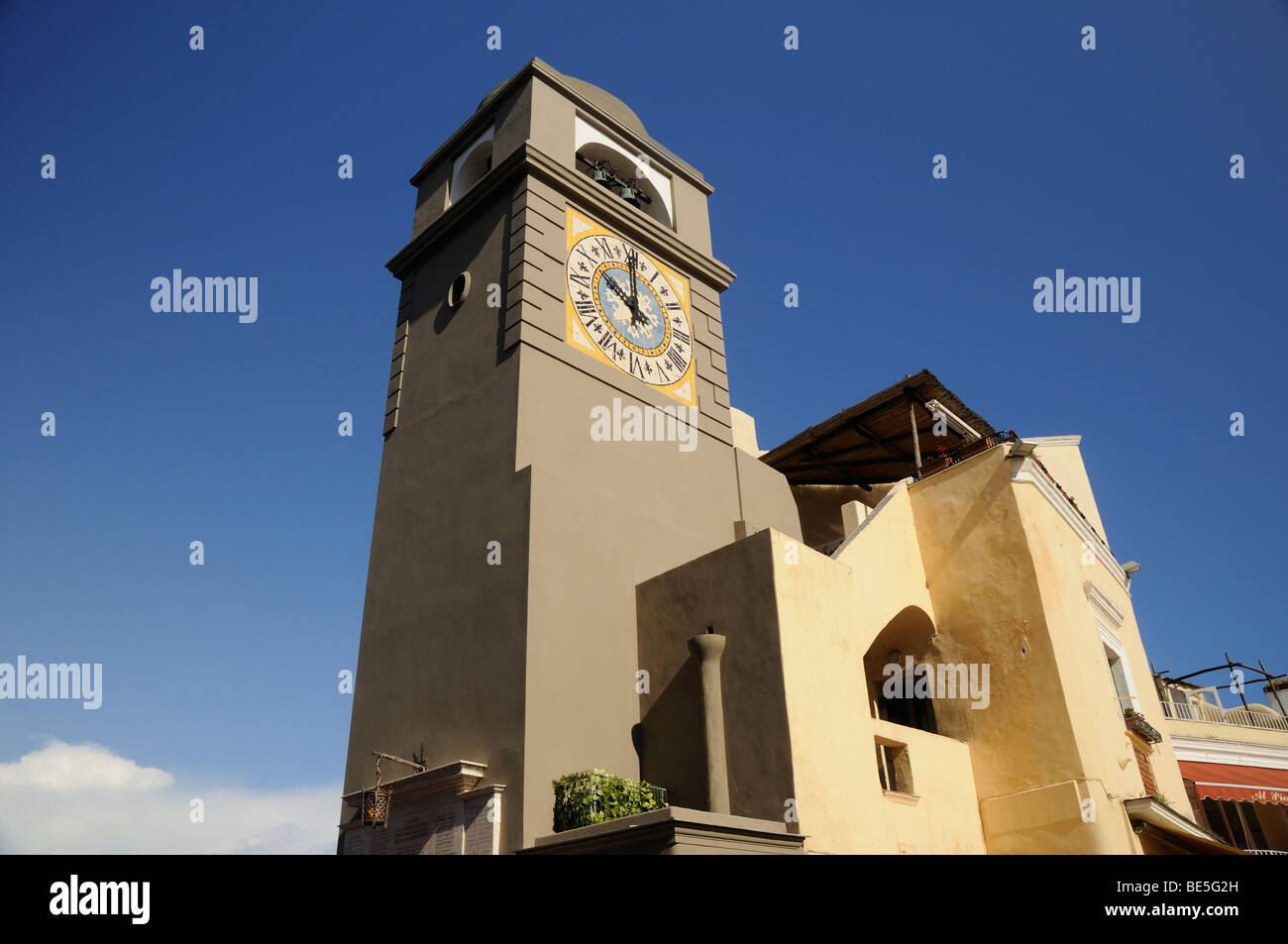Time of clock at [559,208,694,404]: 10:00
